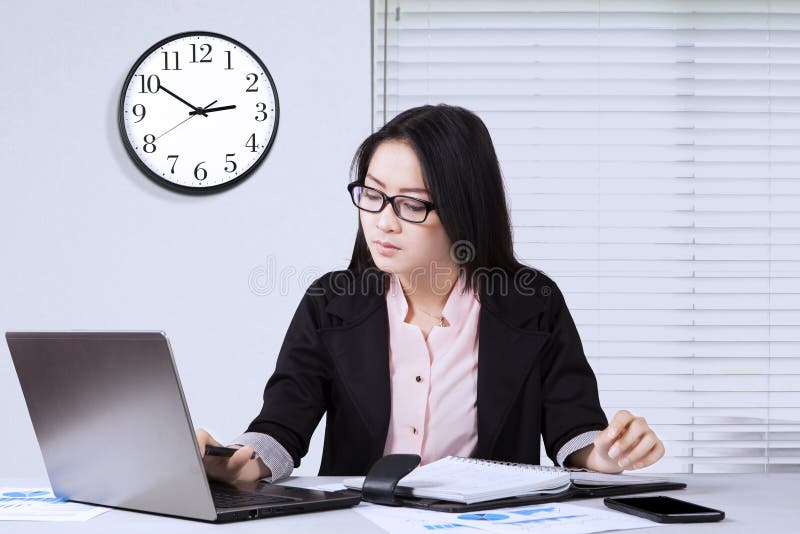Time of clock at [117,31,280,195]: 2:50
